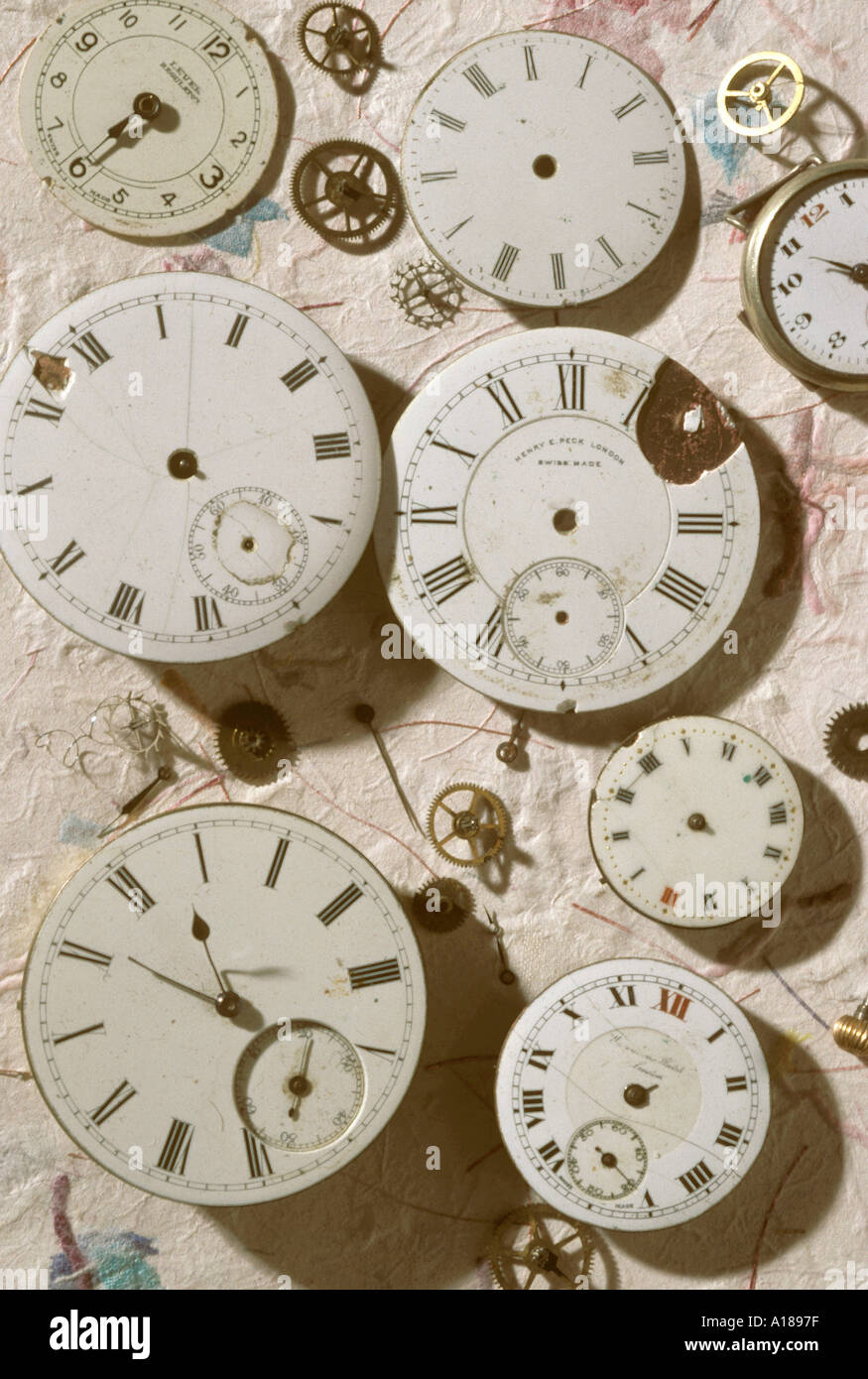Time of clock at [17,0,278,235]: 7:38
